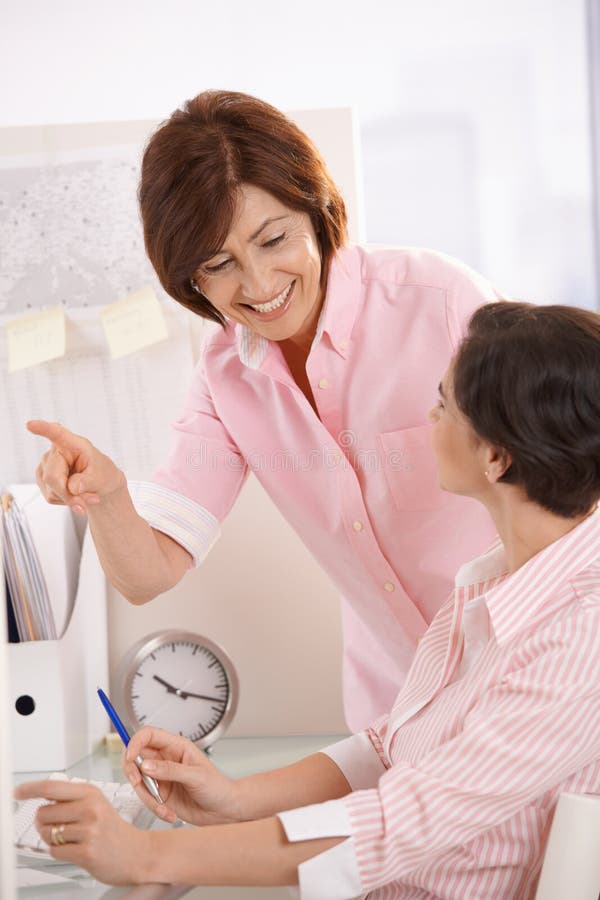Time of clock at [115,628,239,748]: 10:18
